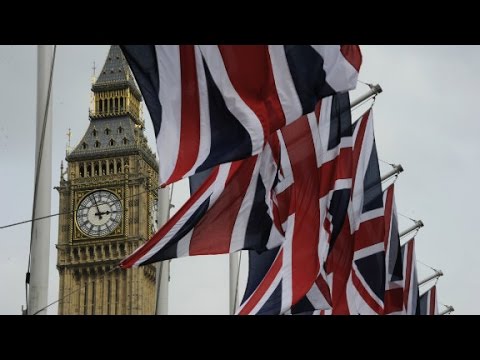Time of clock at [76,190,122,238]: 2:56
